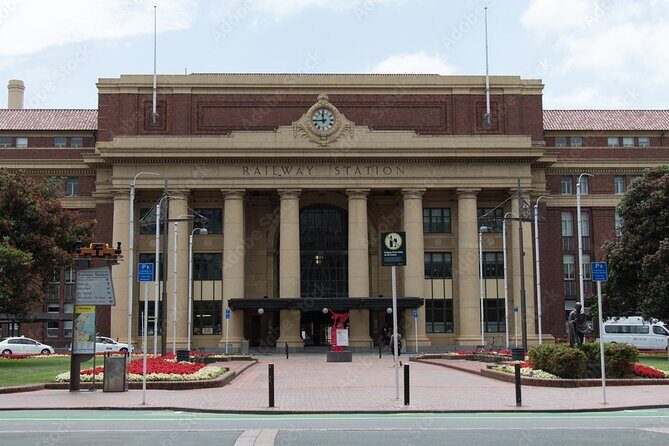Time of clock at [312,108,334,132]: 11:43
